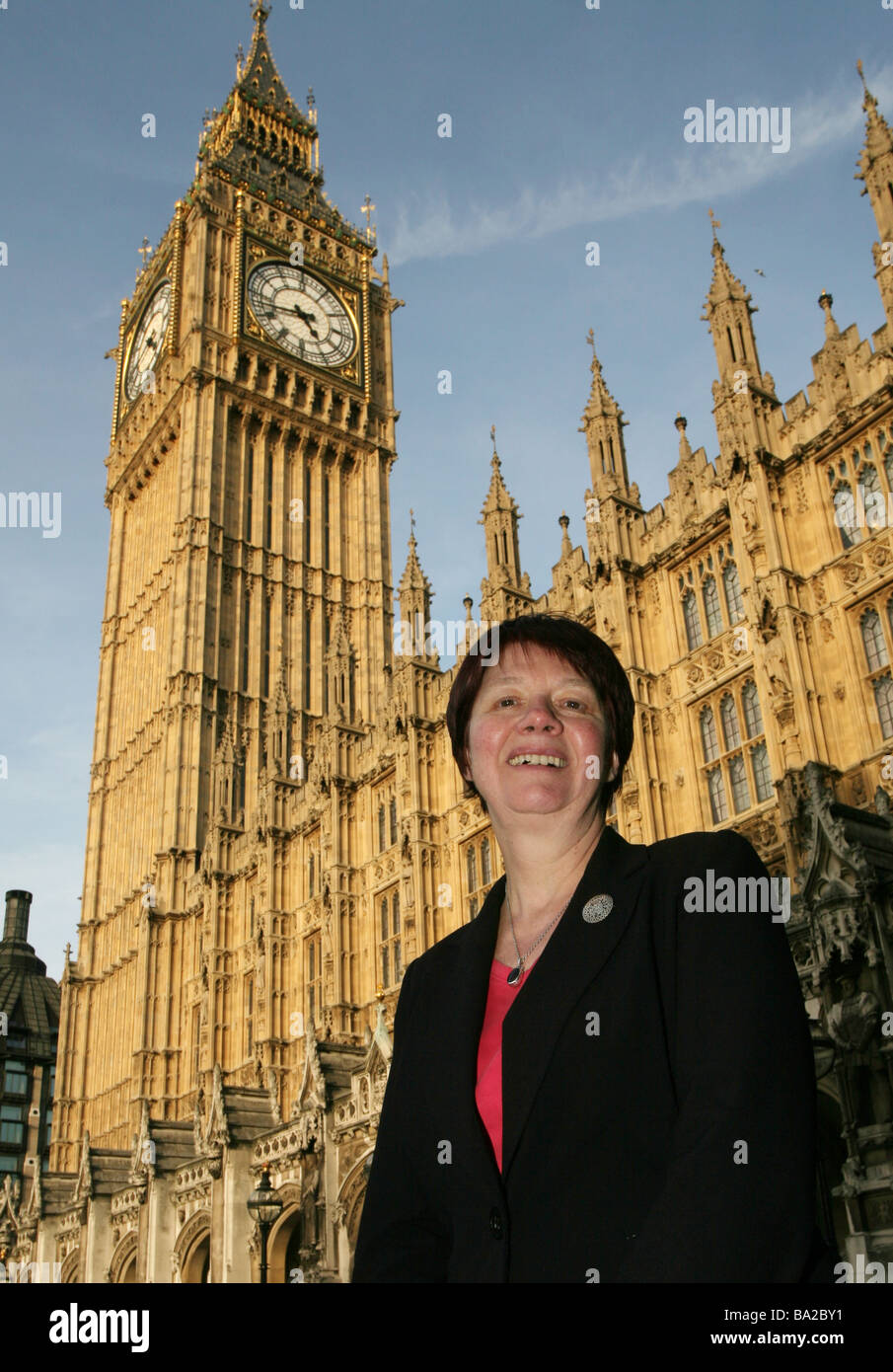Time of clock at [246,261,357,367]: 4:42
